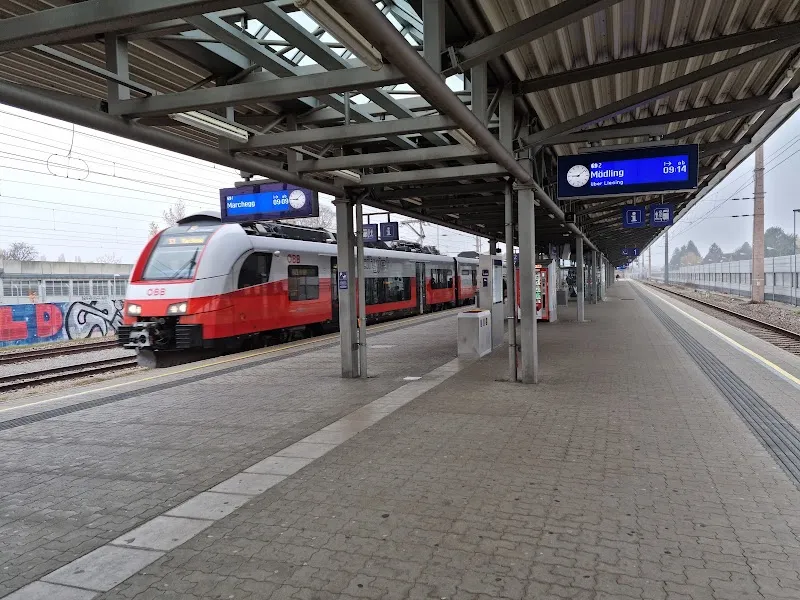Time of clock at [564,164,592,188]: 9:08
